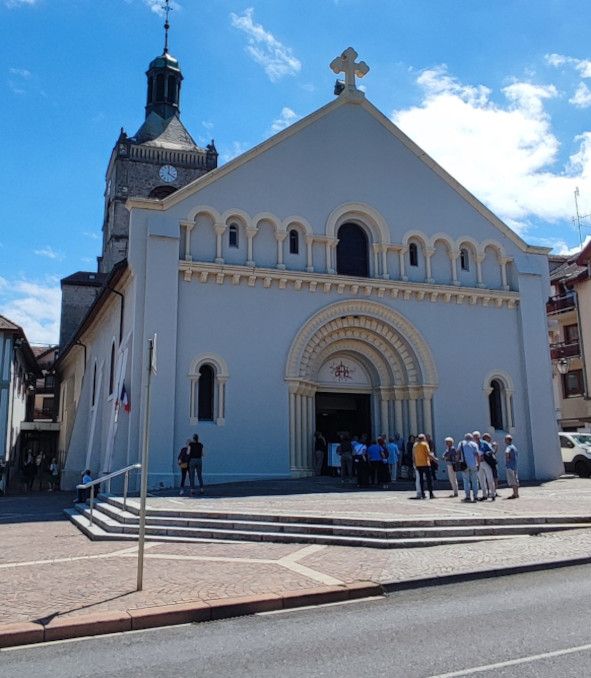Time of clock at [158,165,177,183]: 4:01
